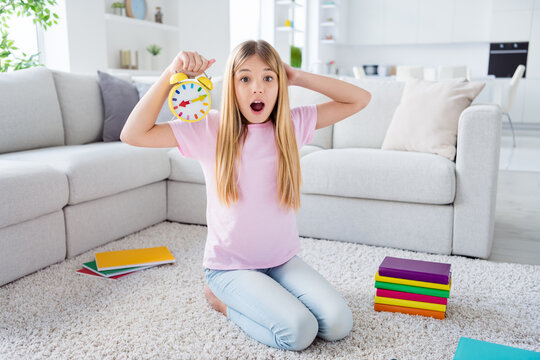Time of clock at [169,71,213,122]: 8:10
